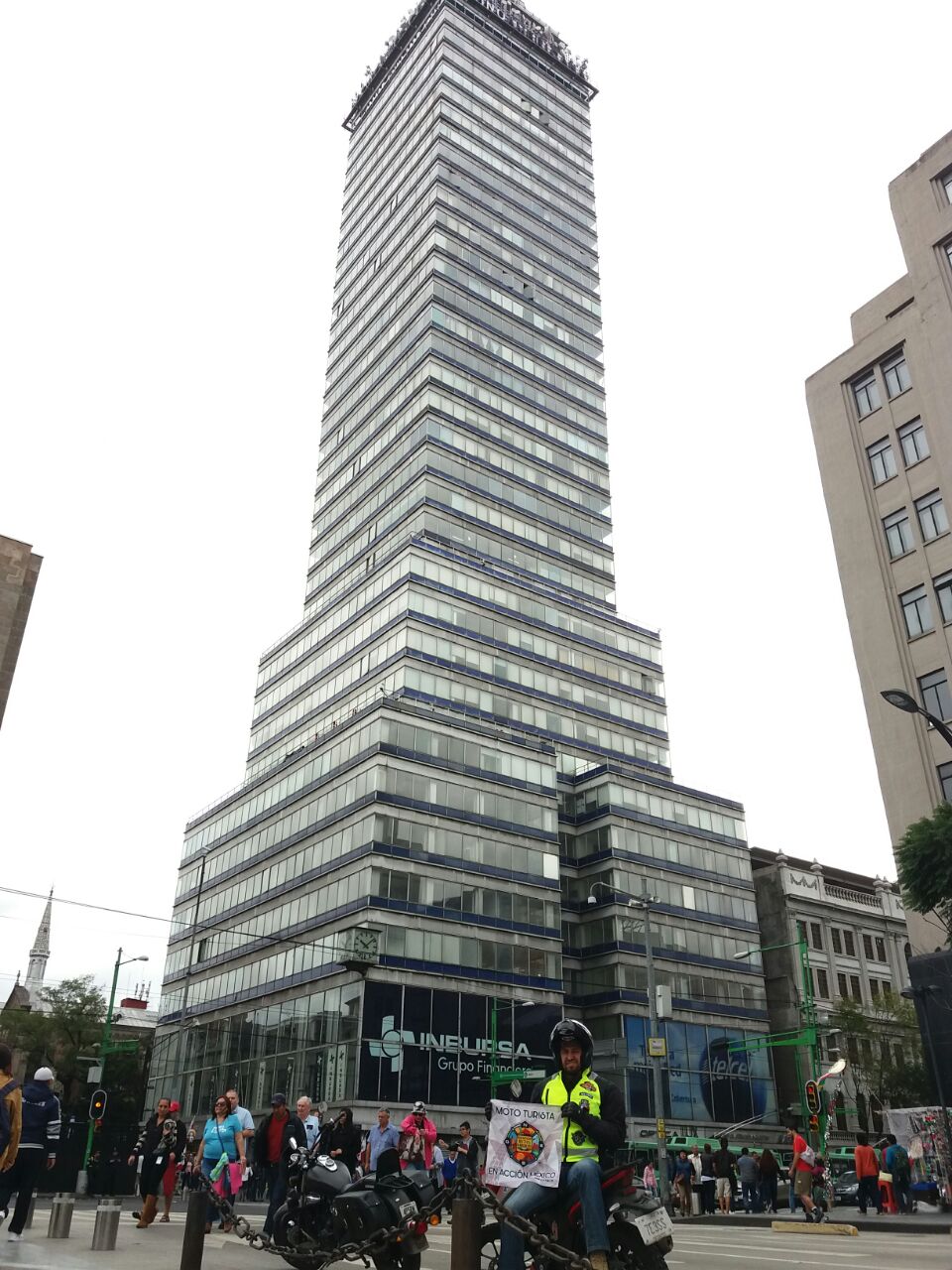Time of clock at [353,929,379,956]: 10:07
